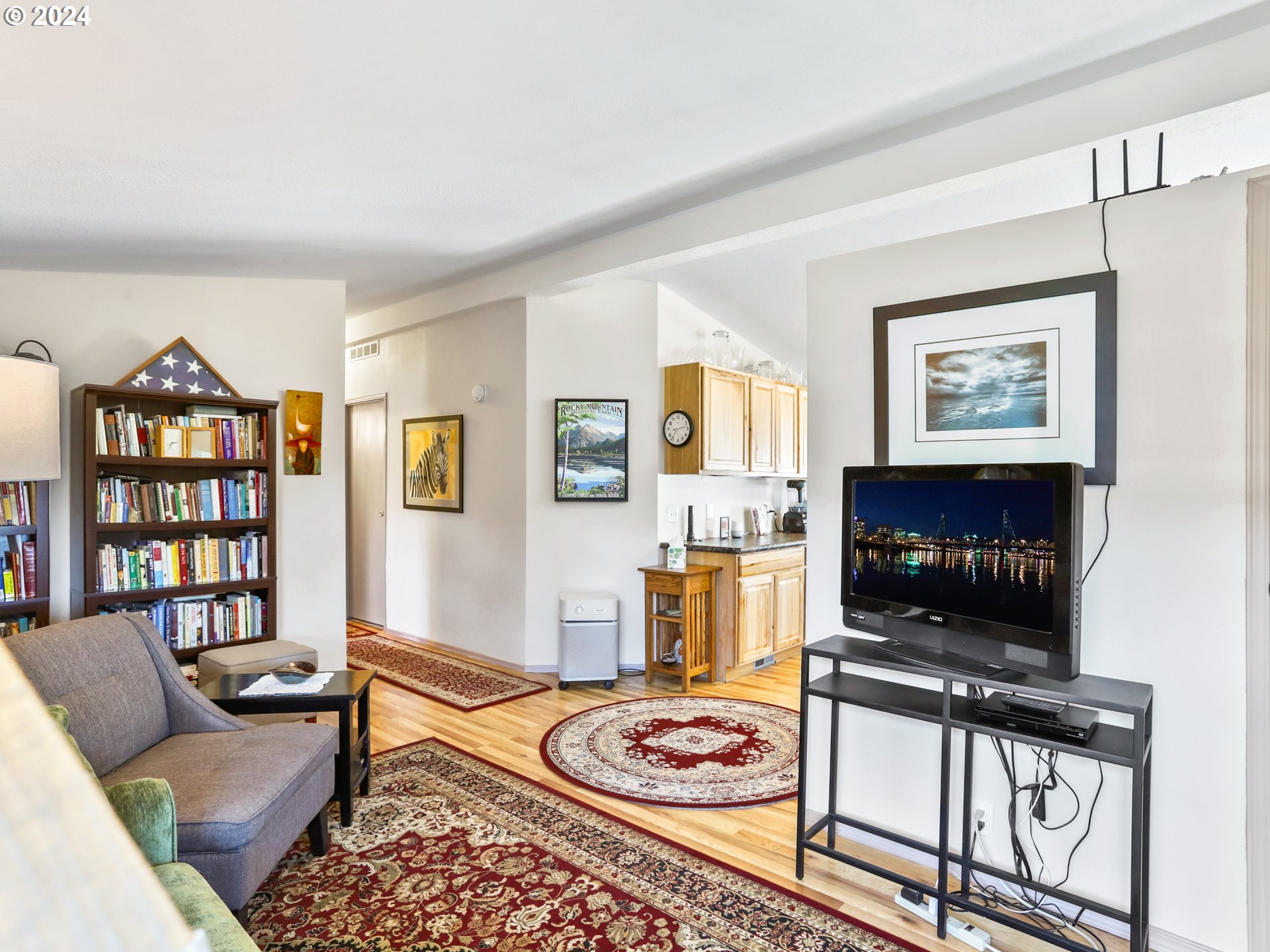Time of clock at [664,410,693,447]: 2:36
